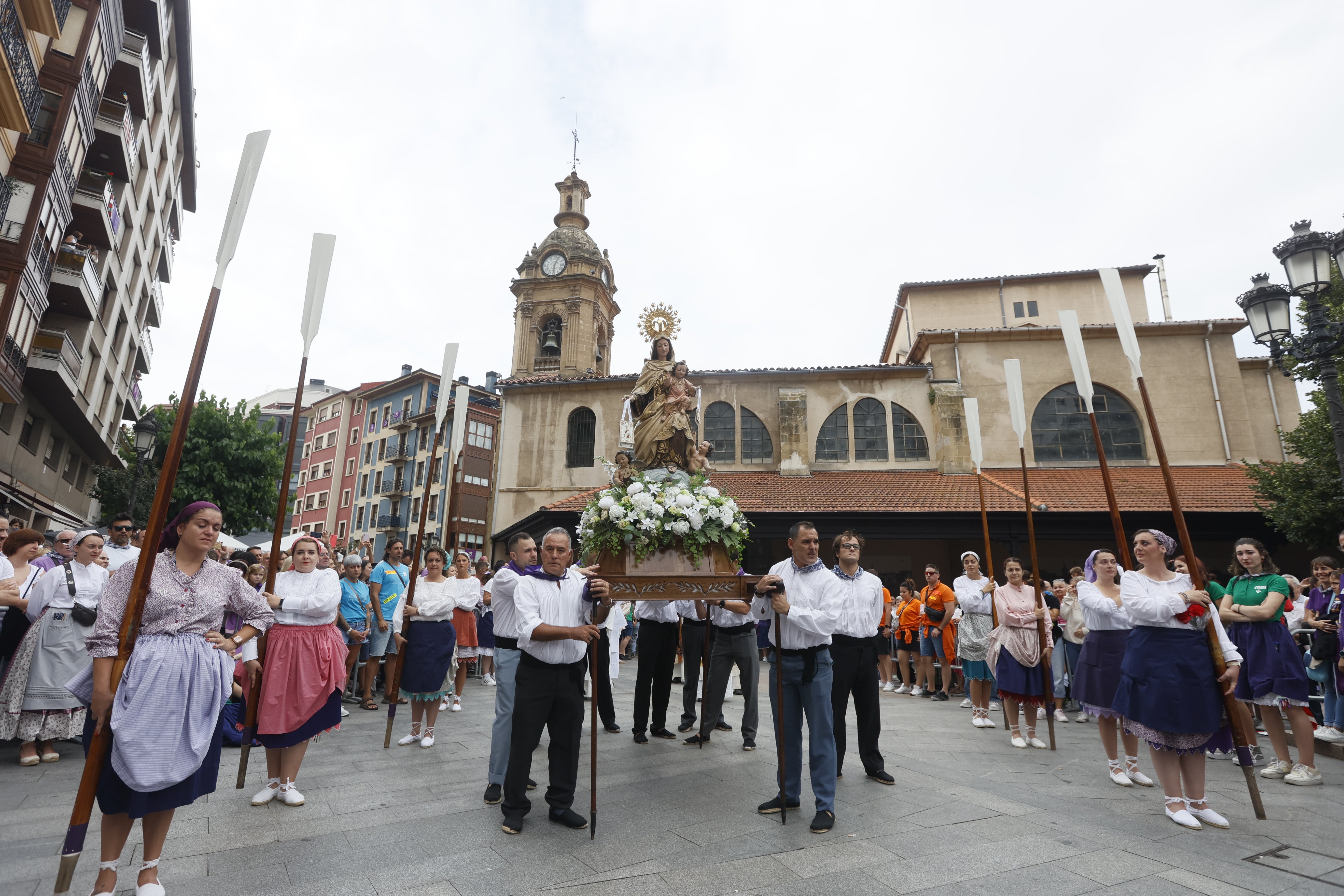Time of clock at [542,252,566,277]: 6:04
